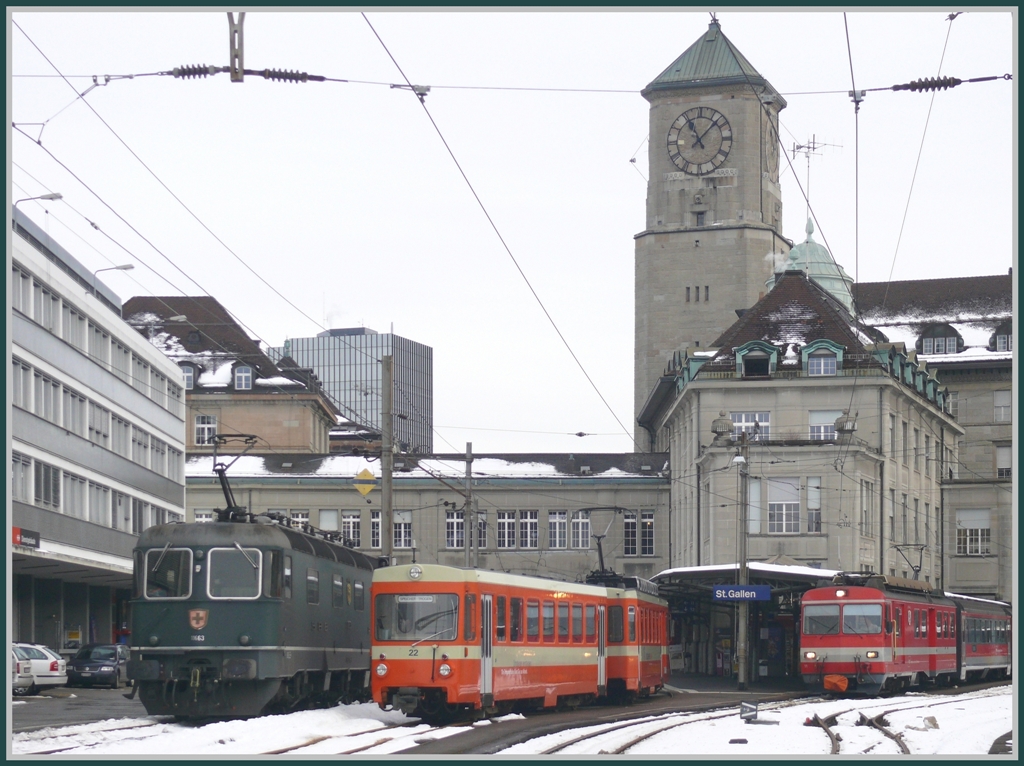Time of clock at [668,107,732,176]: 11:07
